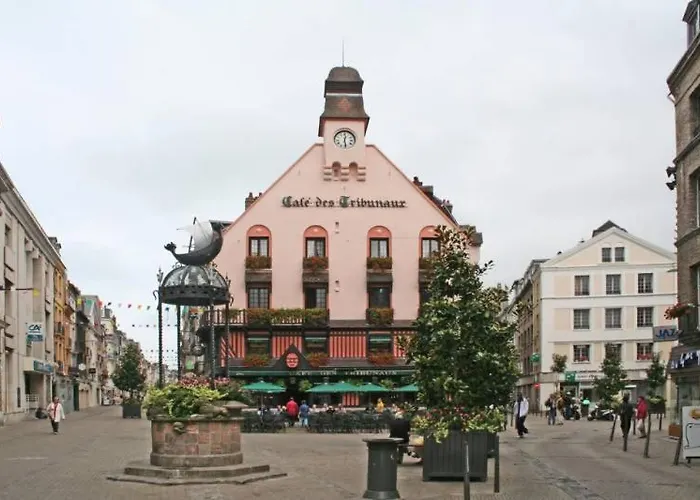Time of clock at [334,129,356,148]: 12:28
